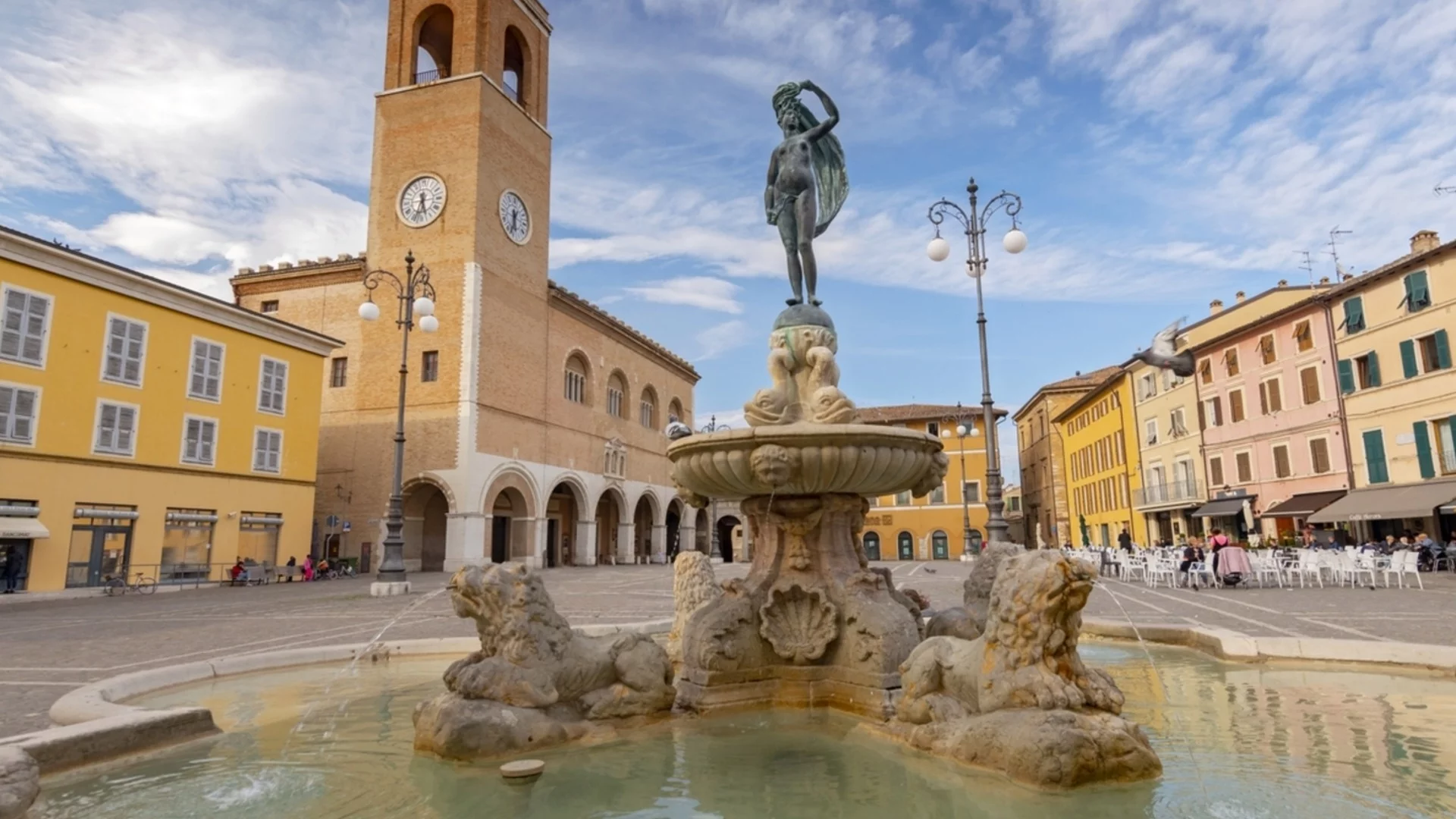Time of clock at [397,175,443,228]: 5:33
